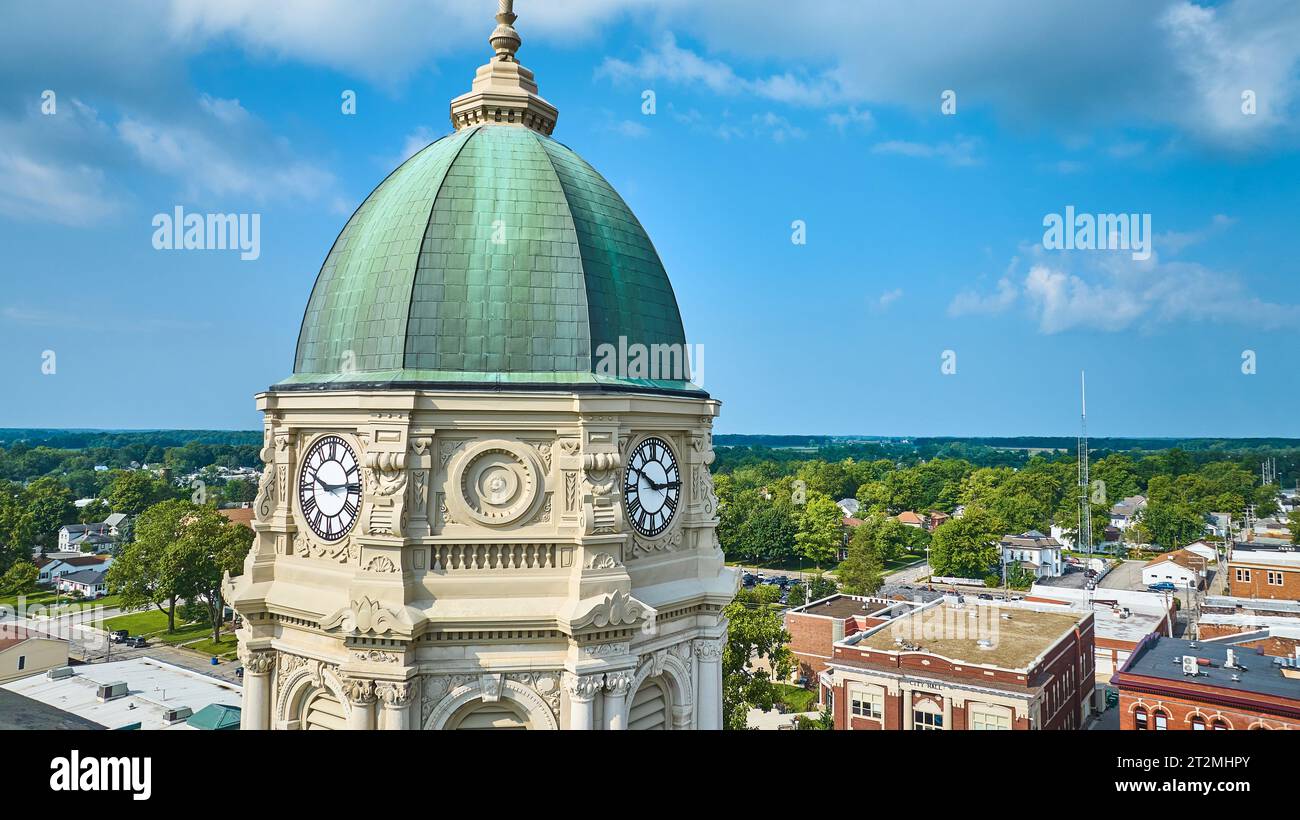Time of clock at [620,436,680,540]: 2:49
